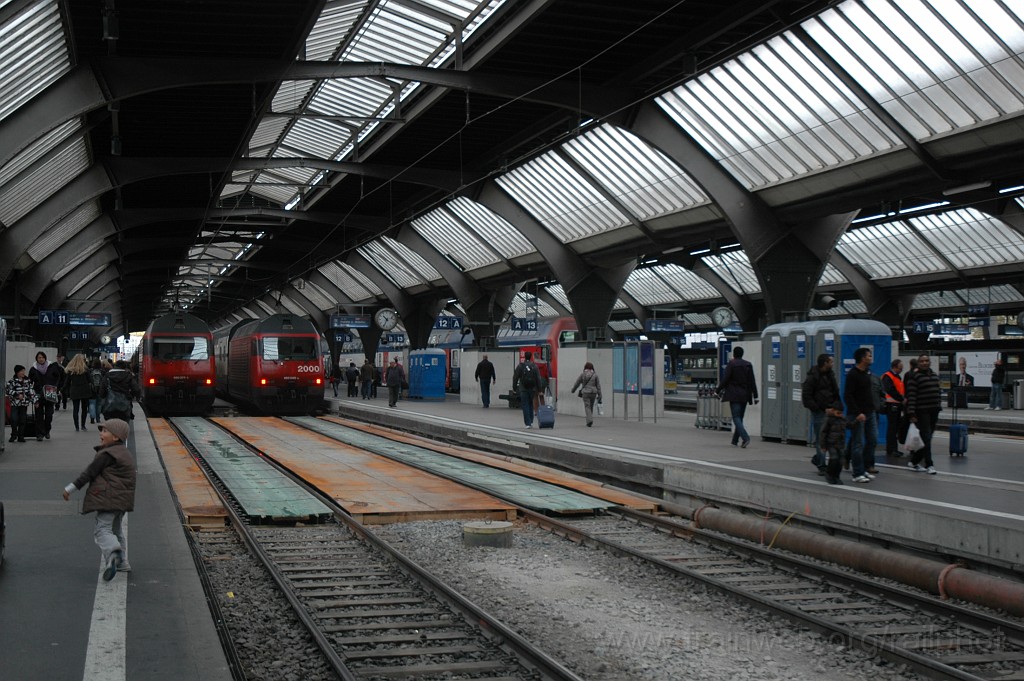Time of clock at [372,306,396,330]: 10:34
